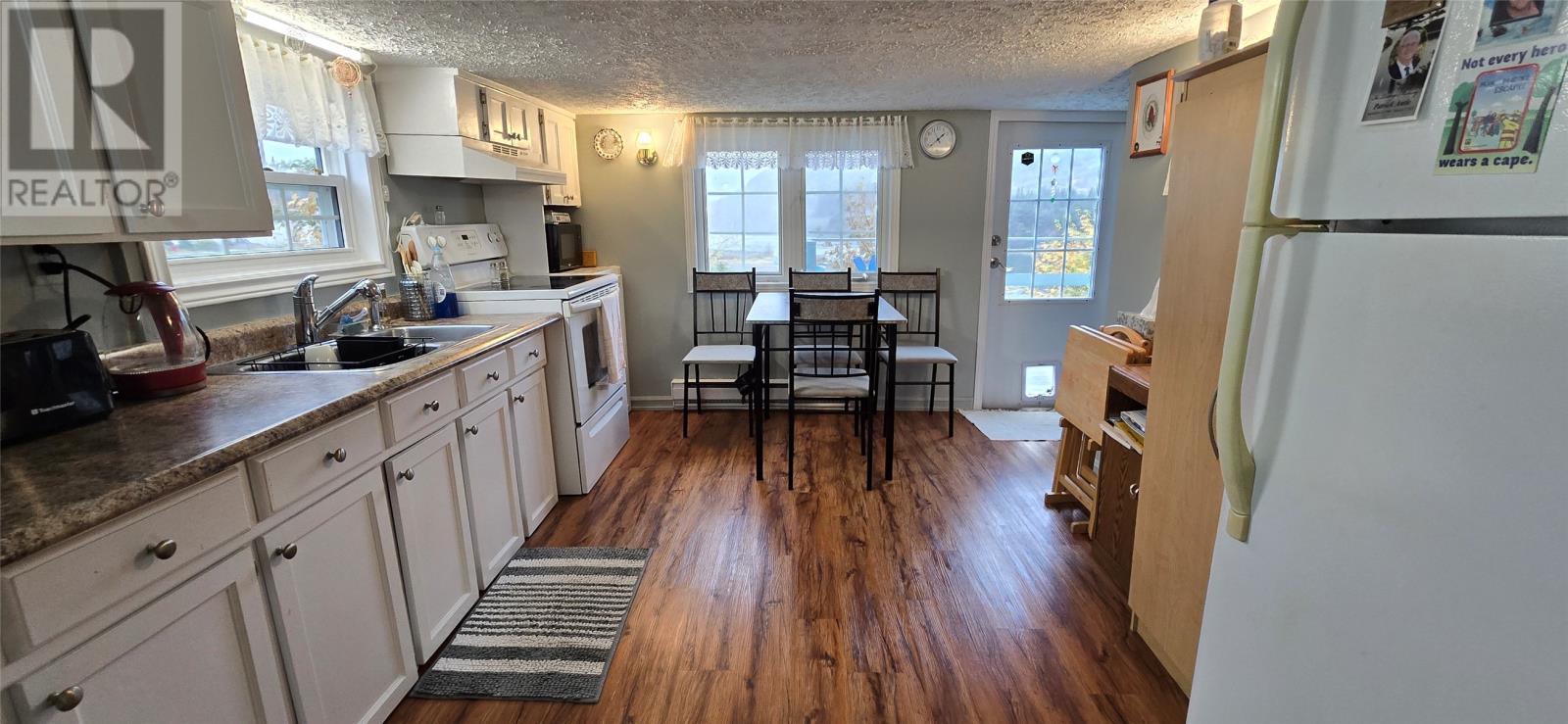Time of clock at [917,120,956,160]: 1:38
